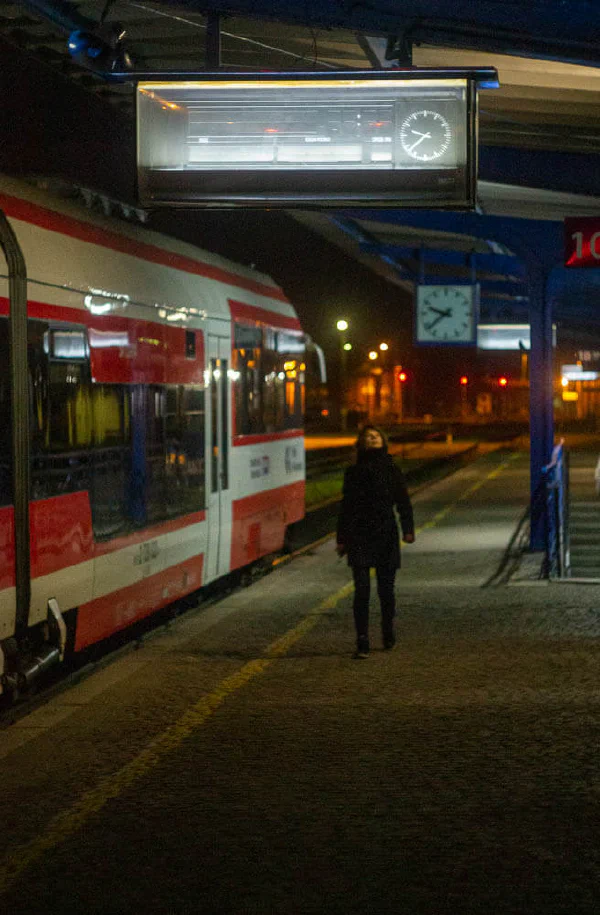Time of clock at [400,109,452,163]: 9:38
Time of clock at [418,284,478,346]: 9:38
